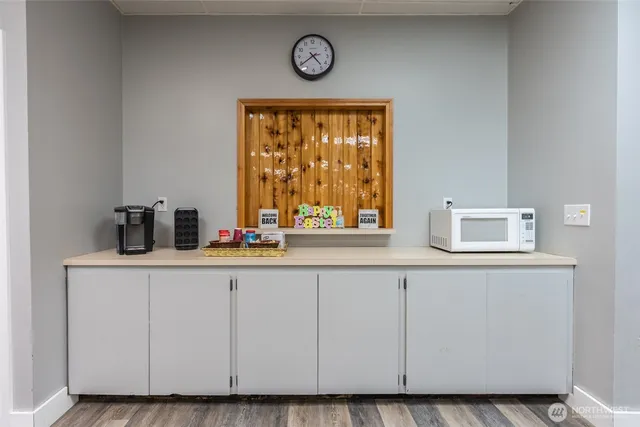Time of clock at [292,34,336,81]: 4:38
